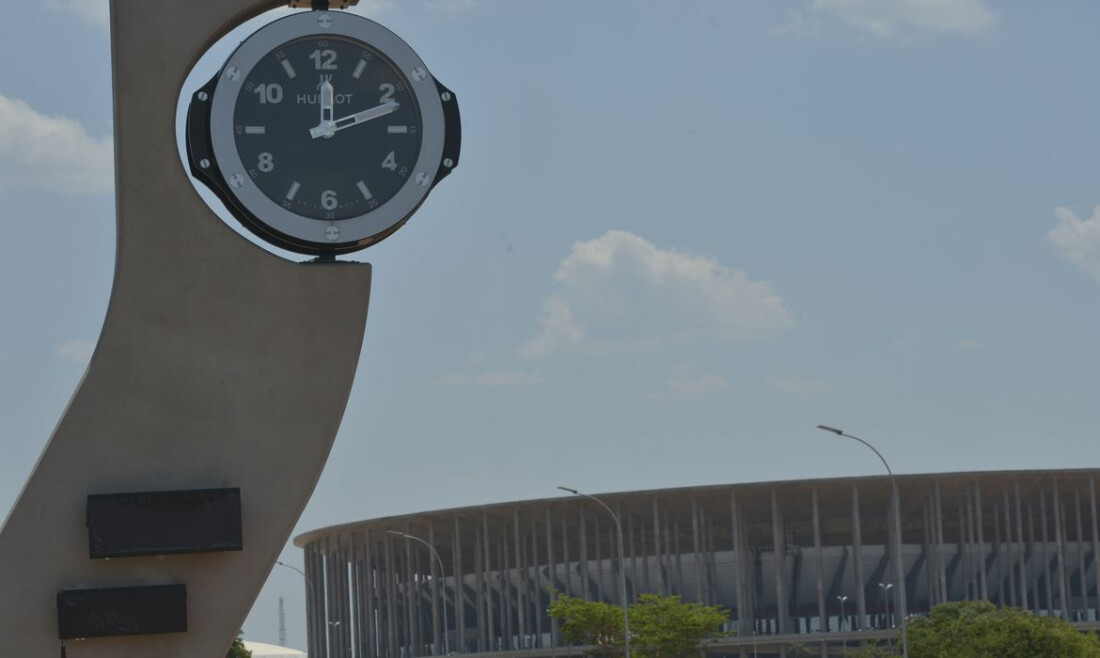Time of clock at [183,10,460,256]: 12:11
